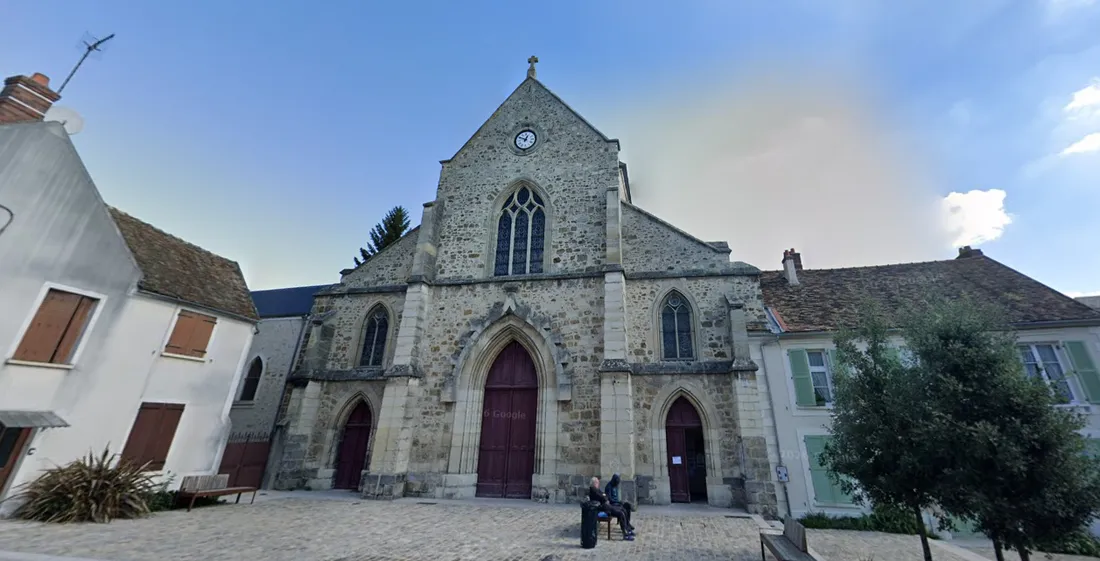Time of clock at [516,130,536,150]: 12:49
